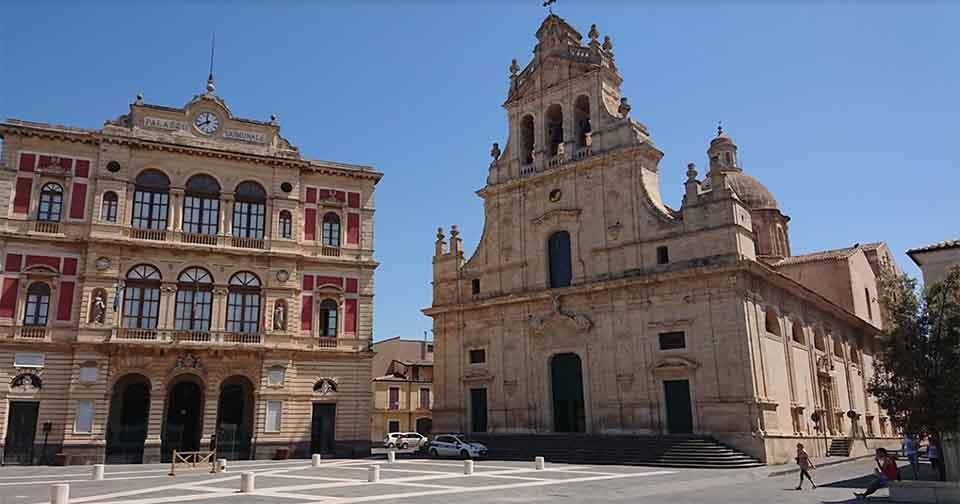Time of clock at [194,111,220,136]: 11:40
